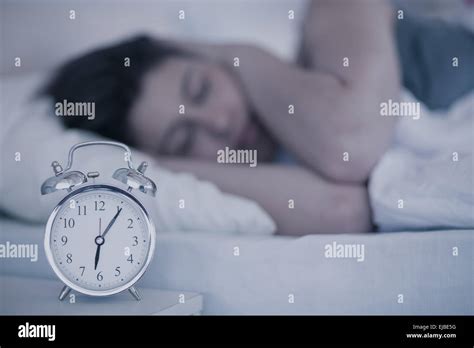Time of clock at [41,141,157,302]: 6:05
